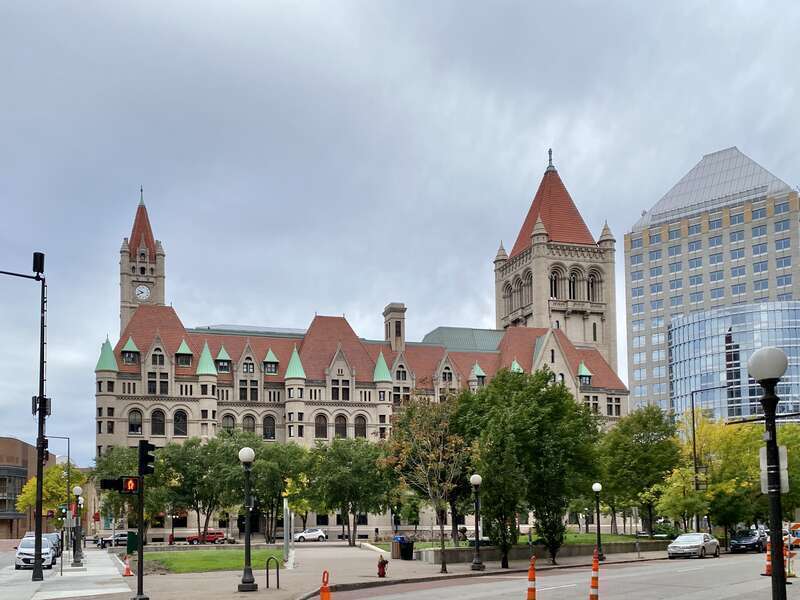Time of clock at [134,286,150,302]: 9:41
